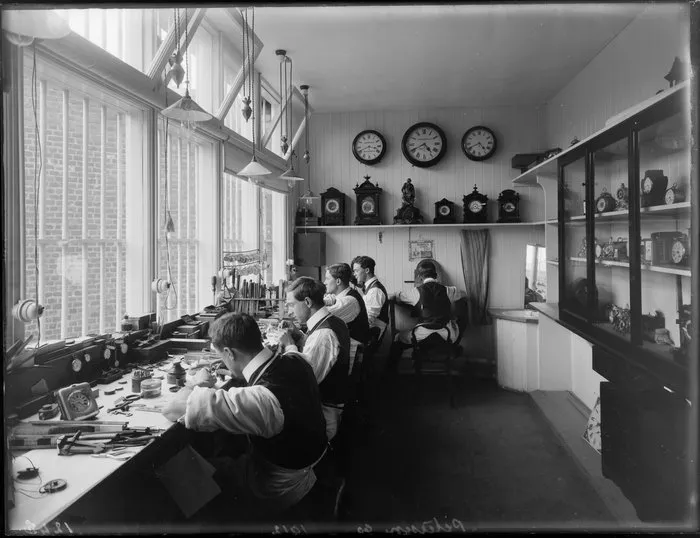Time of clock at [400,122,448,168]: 4:40
